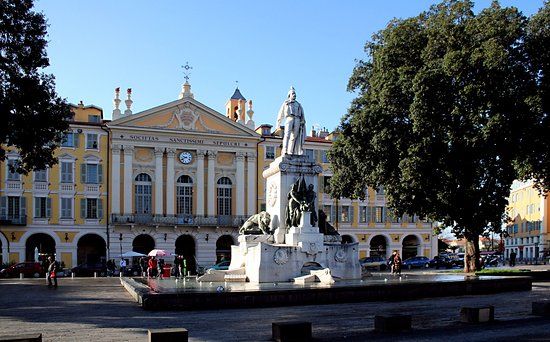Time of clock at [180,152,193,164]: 9:40
